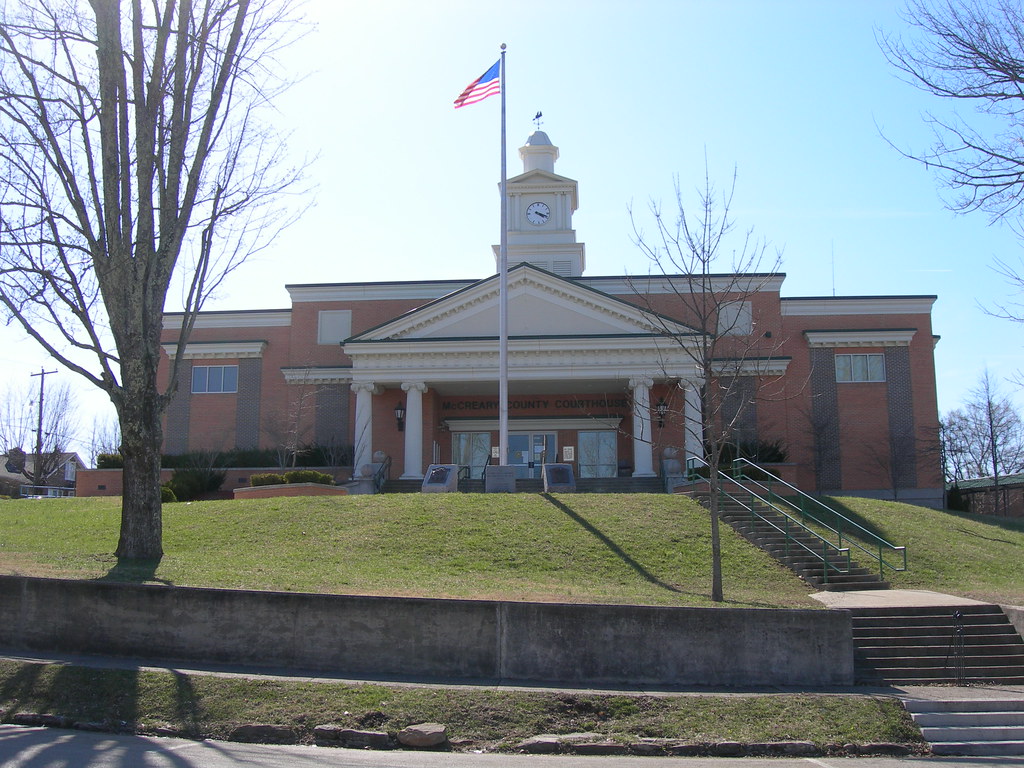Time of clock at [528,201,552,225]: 4:18
